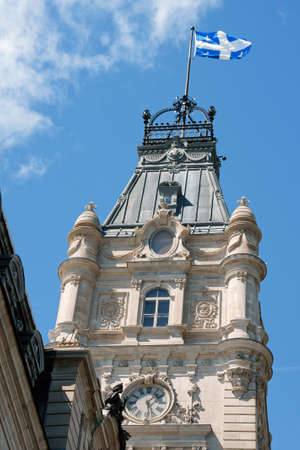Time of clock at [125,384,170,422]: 1:28
